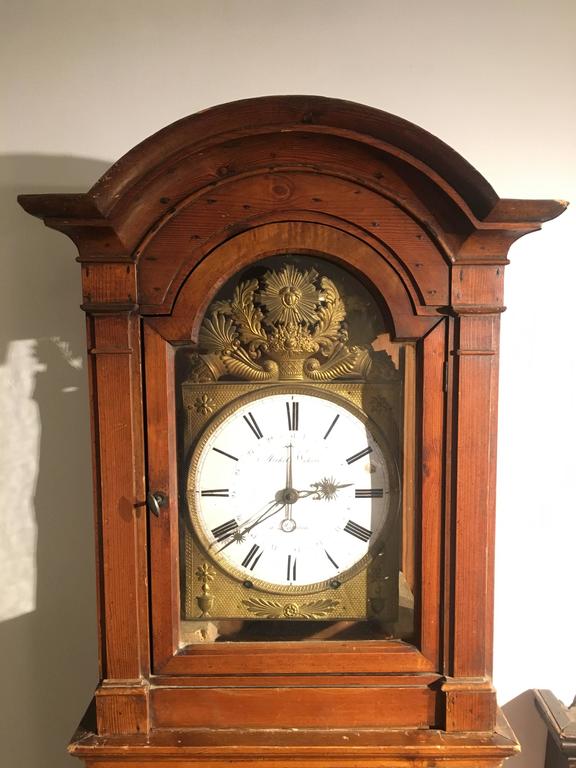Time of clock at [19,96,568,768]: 2:40
